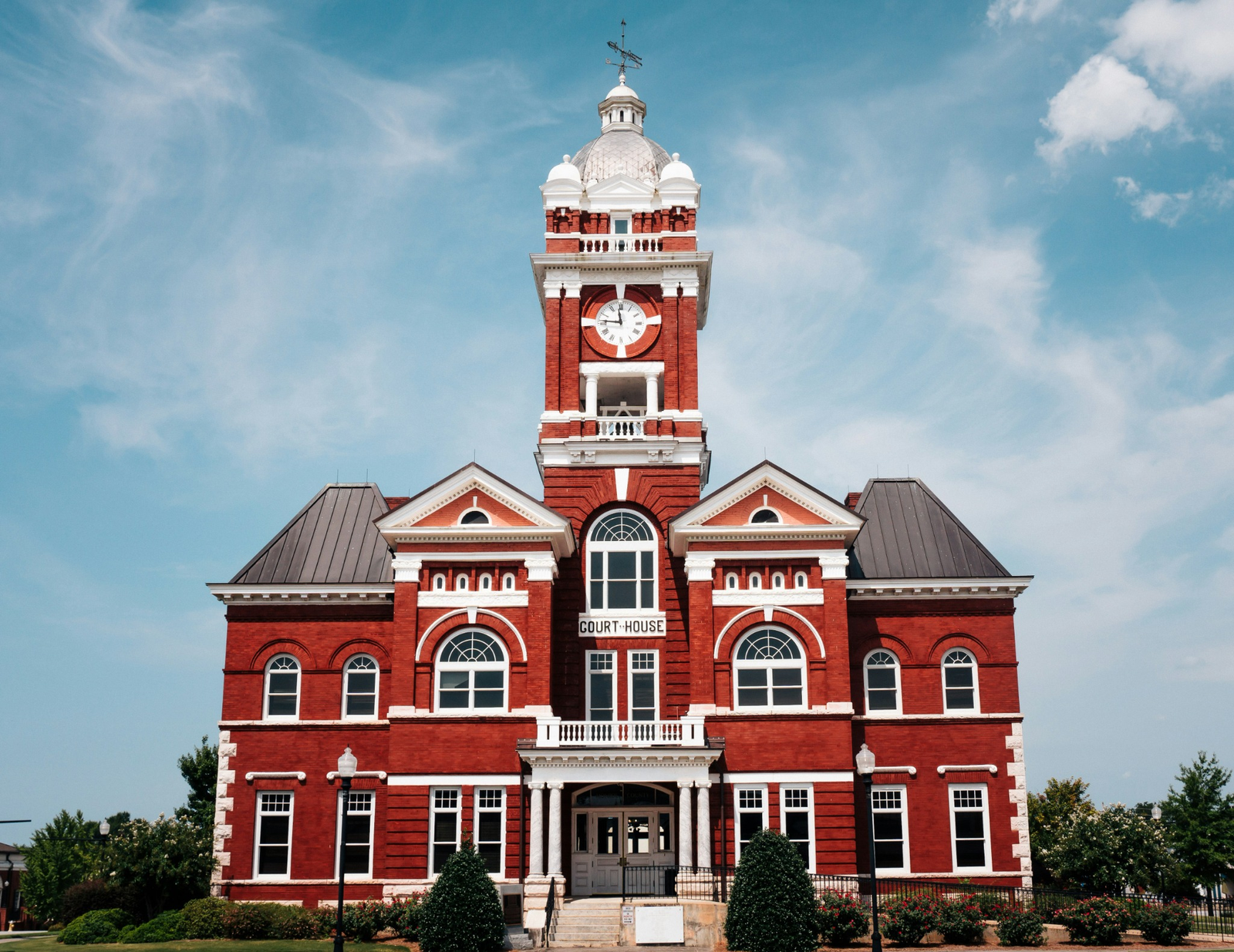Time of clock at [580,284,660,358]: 11:45
